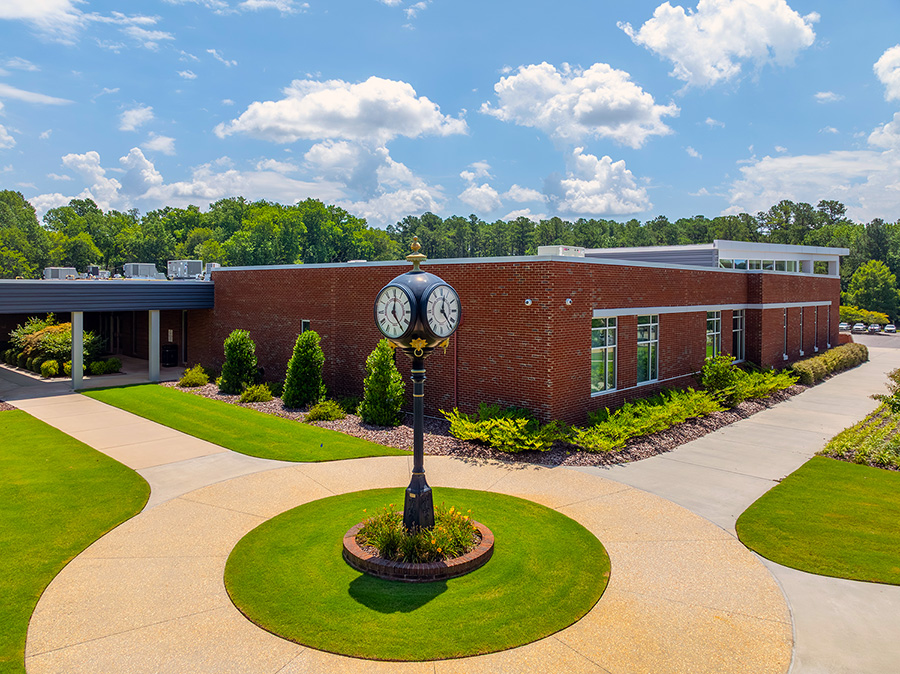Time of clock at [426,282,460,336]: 12:23
